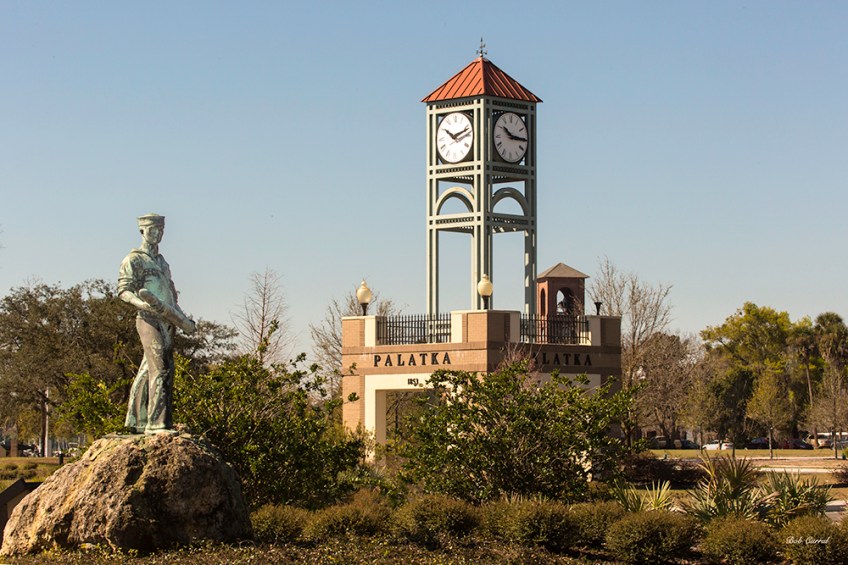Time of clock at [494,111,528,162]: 10:15
